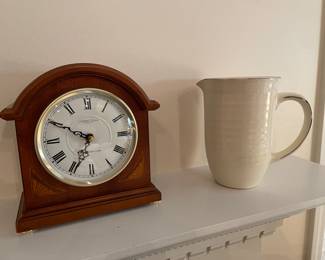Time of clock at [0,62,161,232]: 6:49
